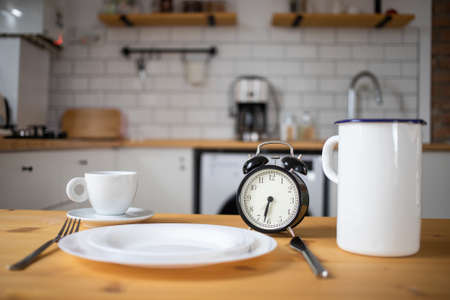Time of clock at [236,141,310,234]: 6:32
